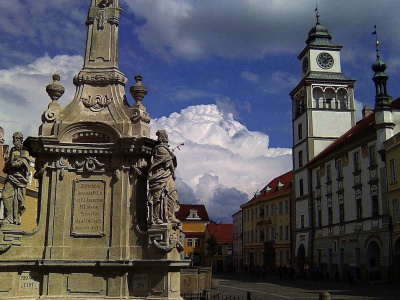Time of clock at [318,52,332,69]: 1:53
